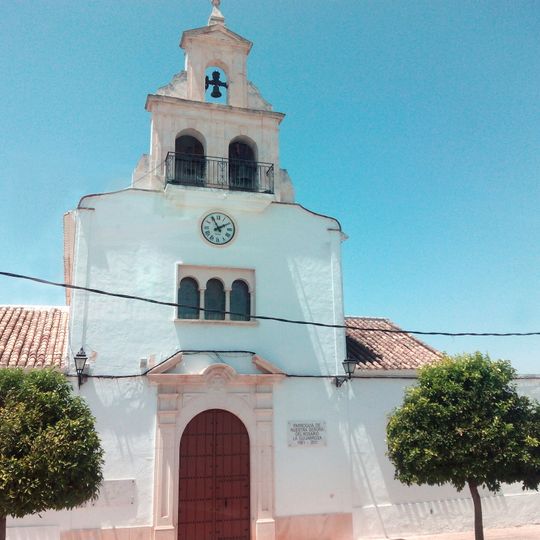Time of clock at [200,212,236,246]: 1:55
